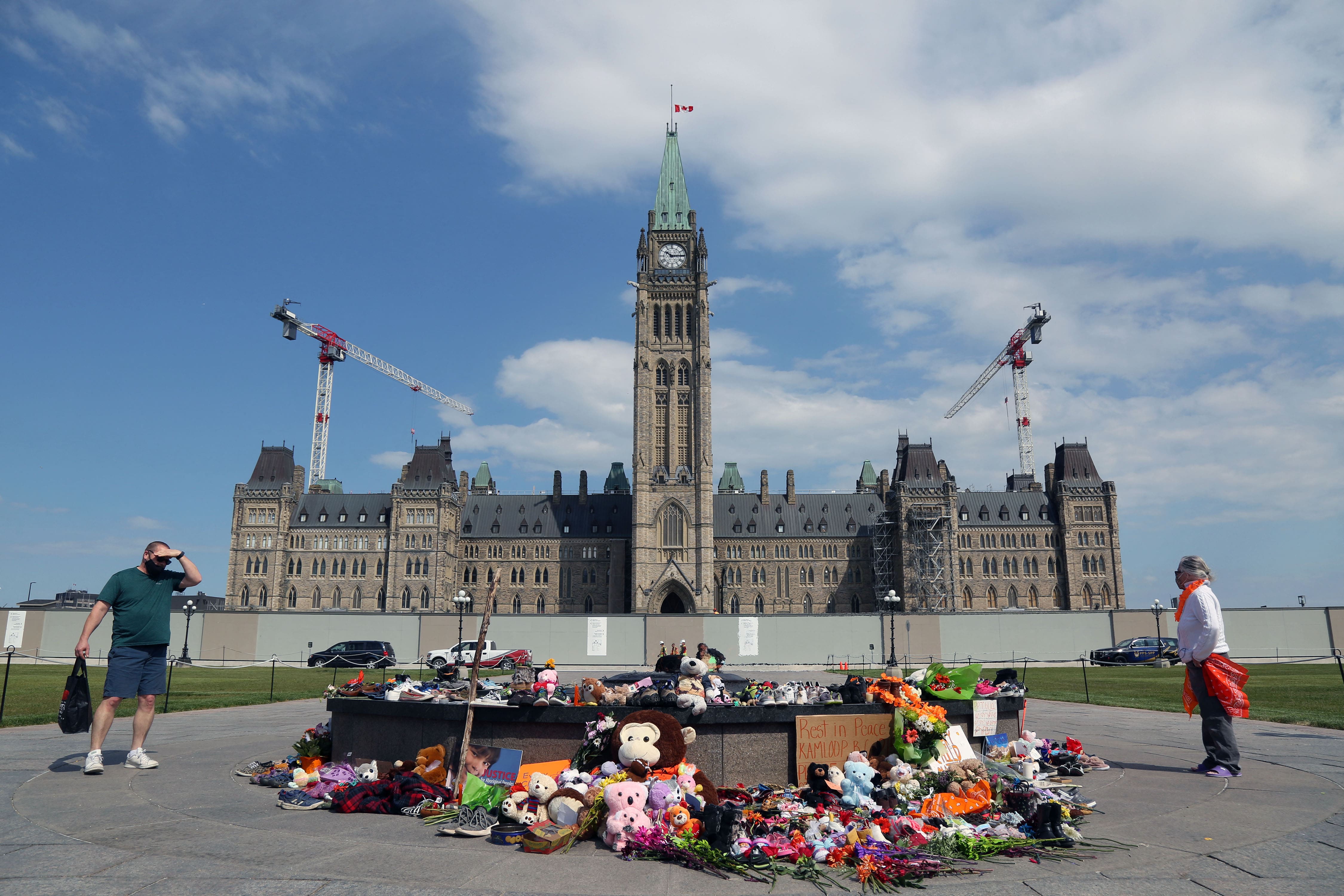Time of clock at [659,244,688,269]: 10:14
